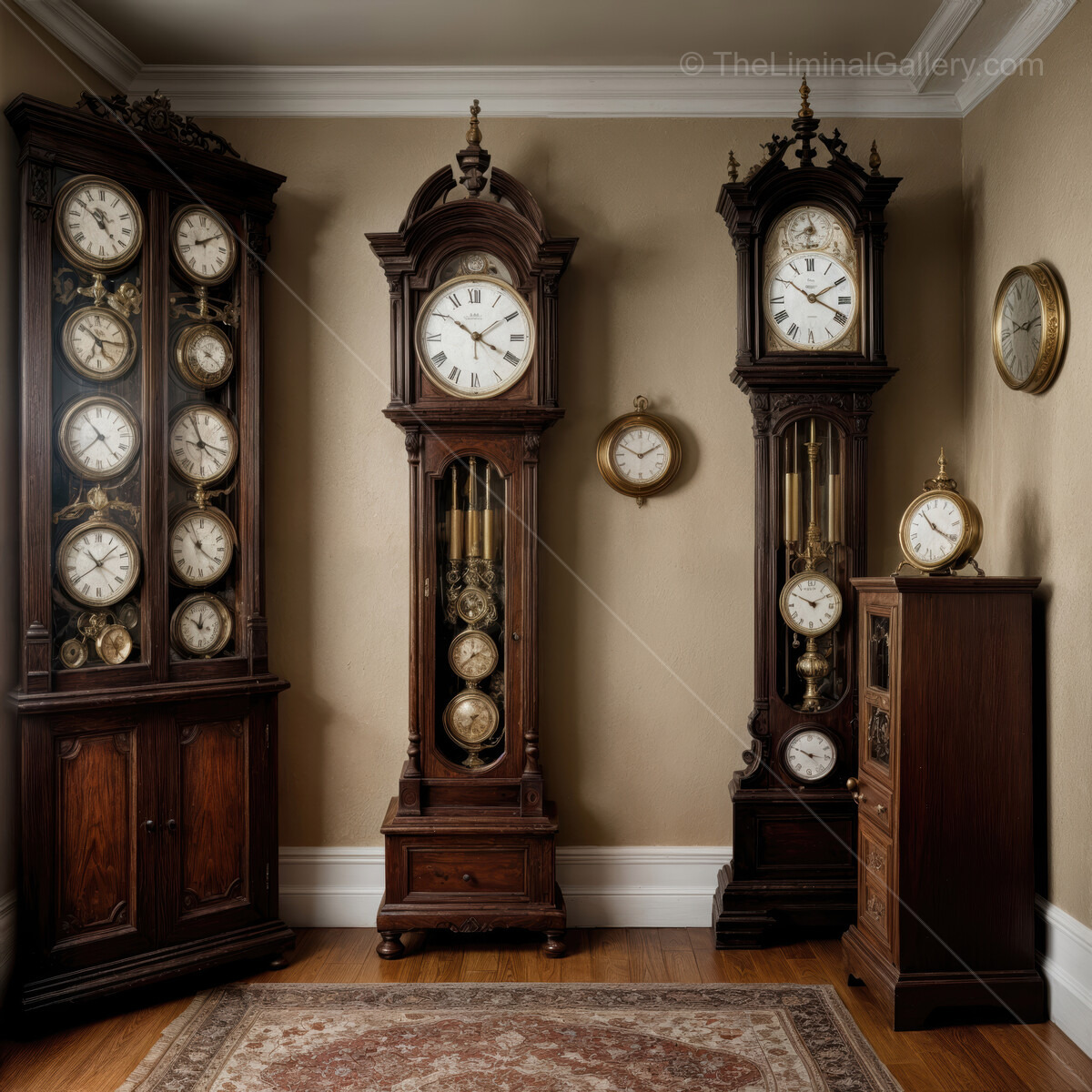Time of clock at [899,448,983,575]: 10:20
